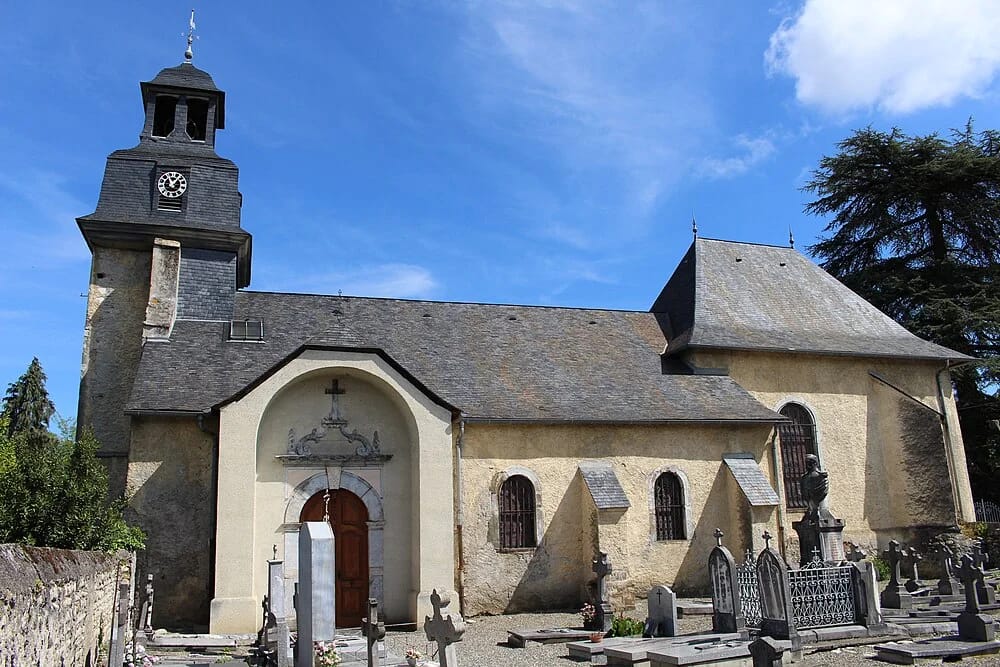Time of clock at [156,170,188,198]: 11:06
